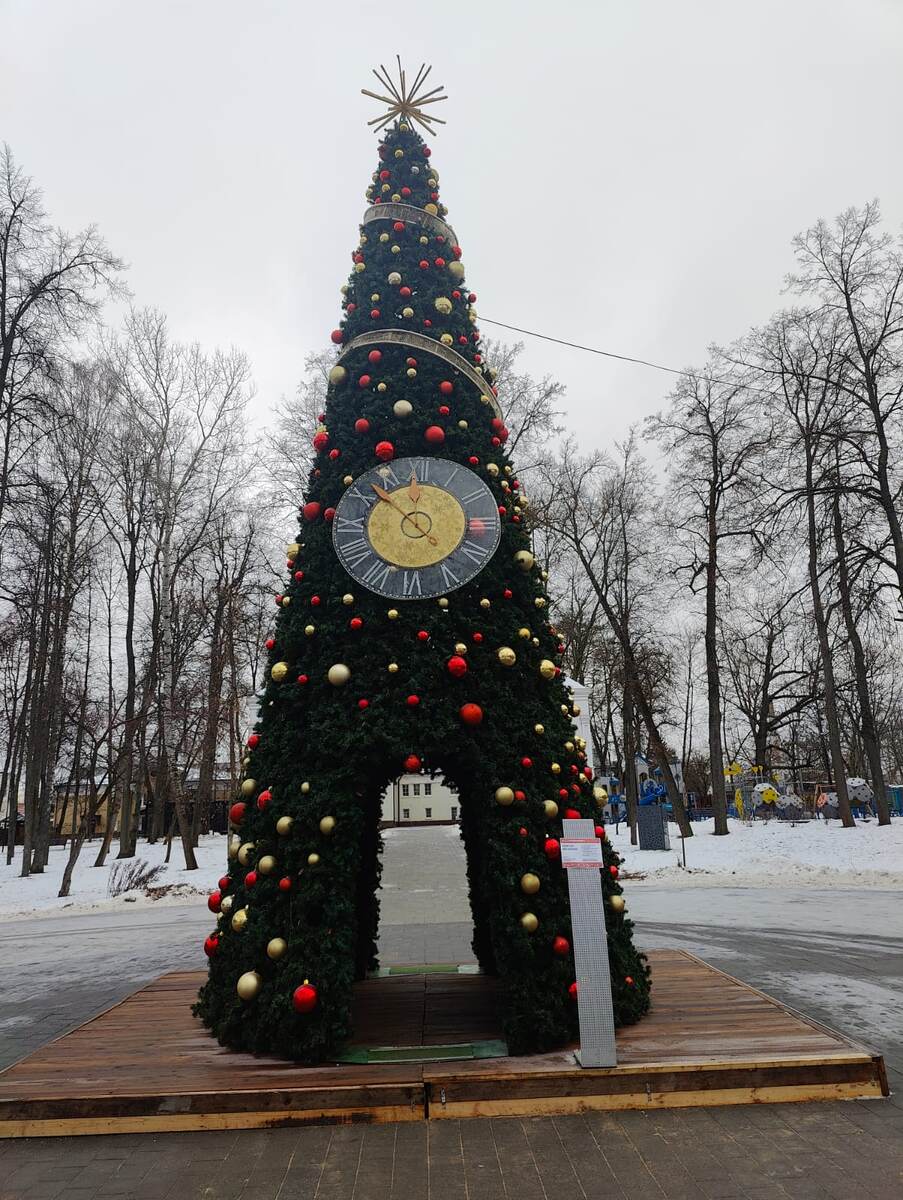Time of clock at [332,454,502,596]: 4:52
